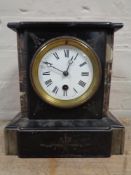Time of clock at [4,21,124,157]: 12:49
